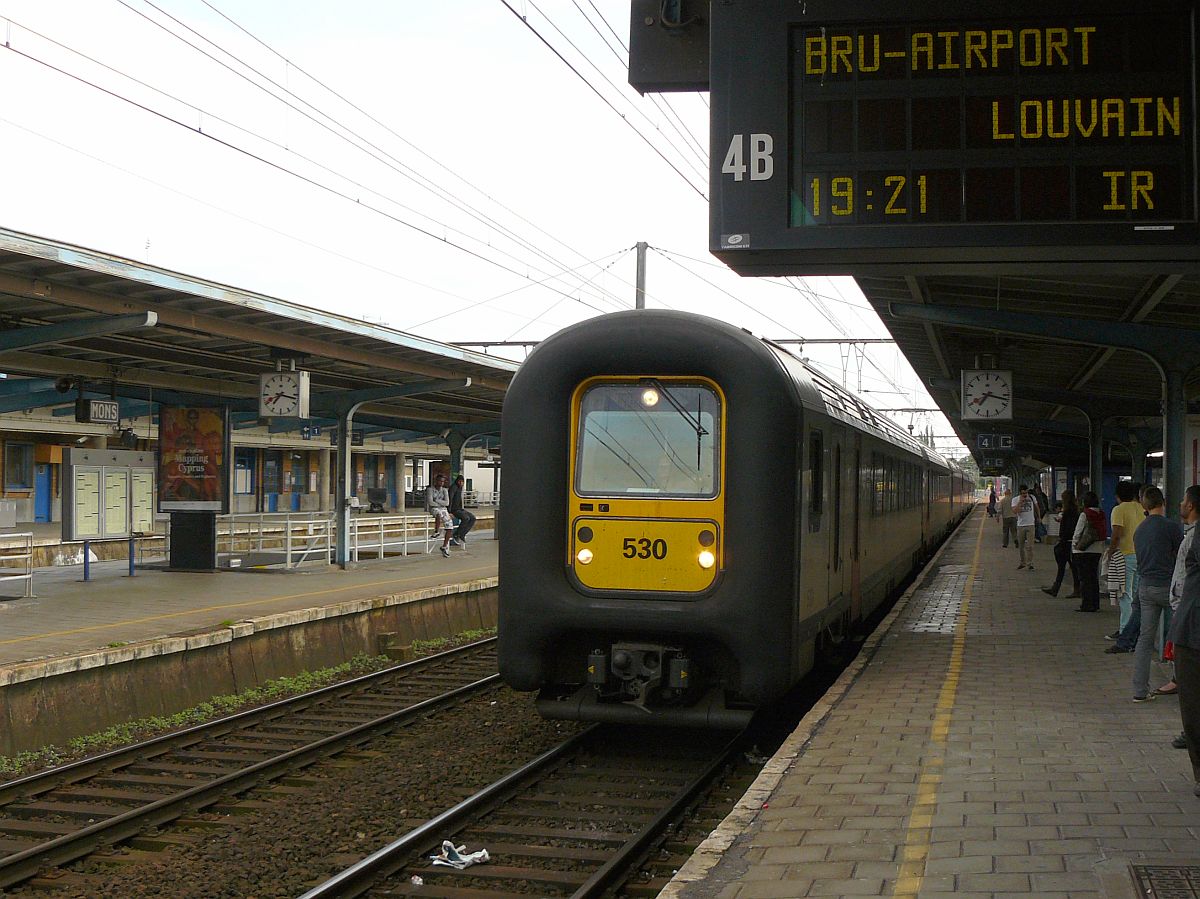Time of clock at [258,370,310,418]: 7:17
